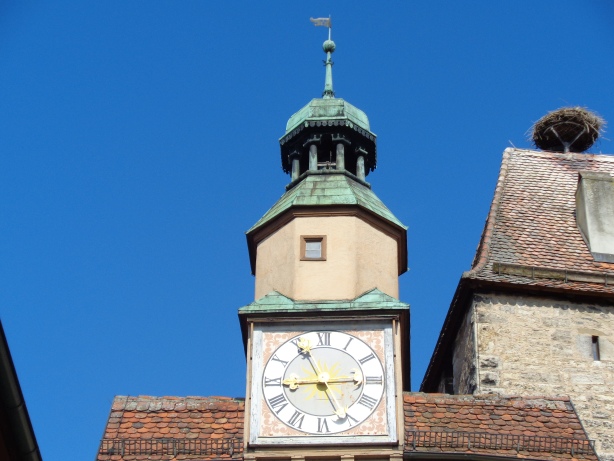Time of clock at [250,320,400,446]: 8:55
